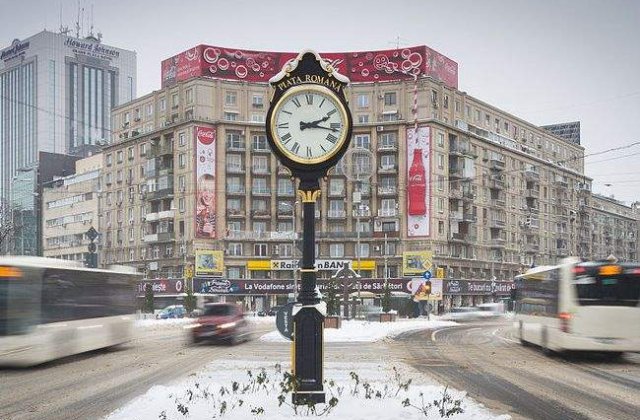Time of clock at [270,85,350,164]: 2:16
